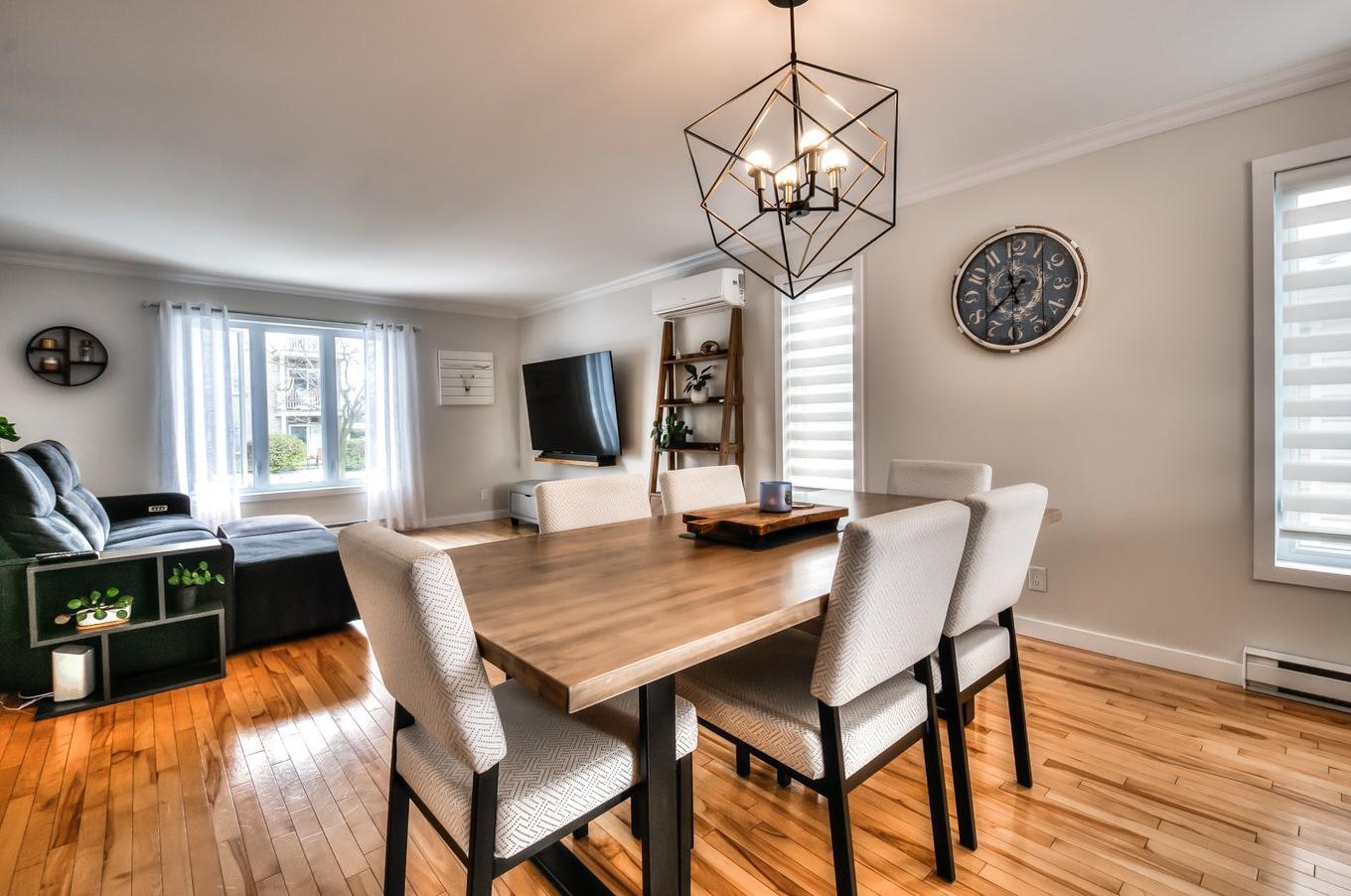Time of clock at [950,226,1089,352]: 11:38
